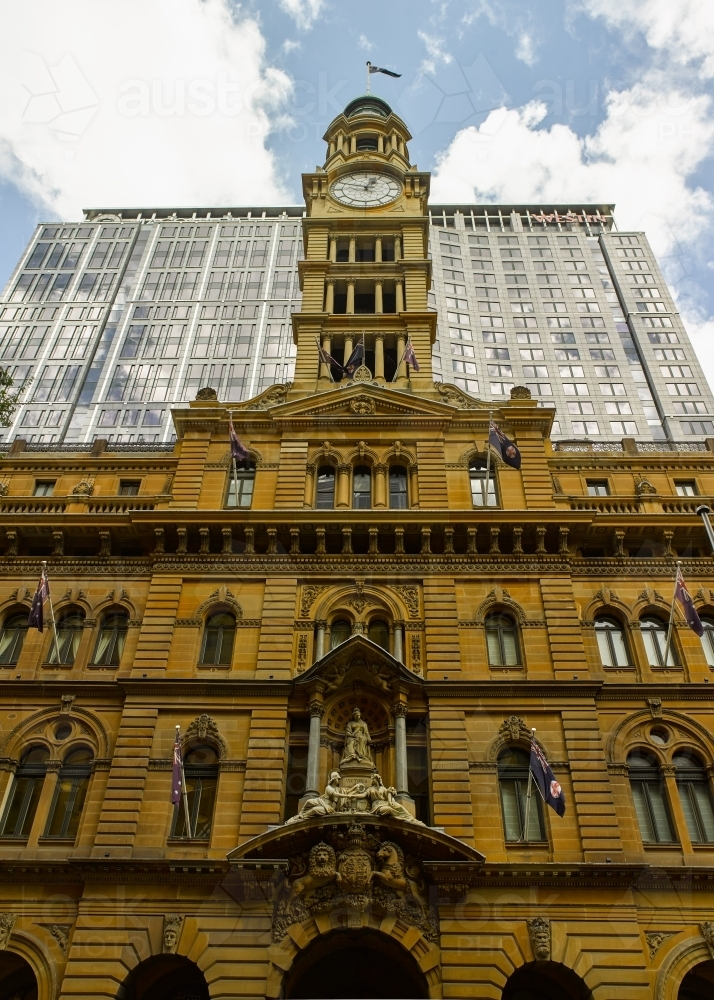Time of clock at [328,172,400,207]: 12:48
